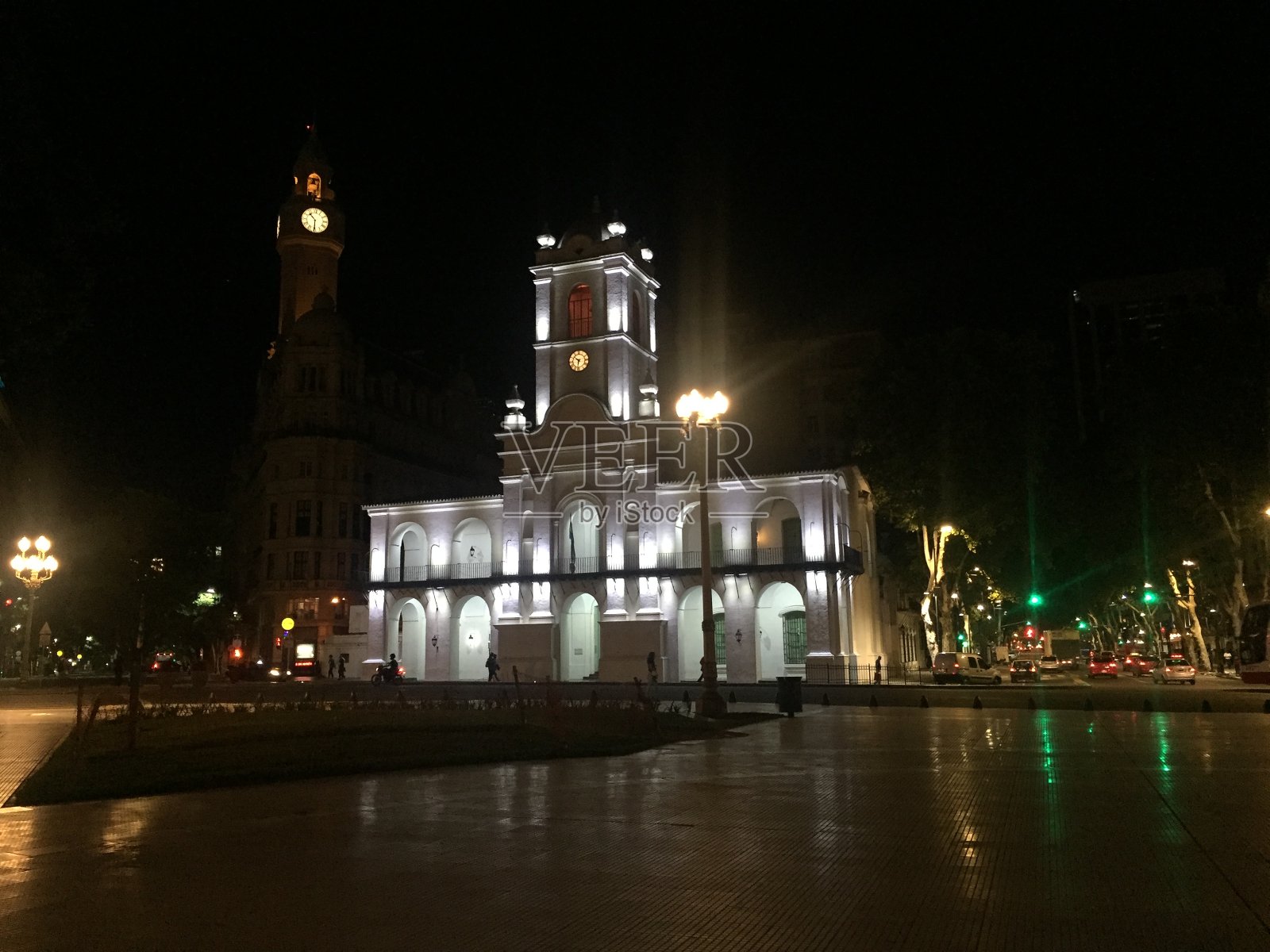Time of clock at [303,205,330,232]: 10:30
